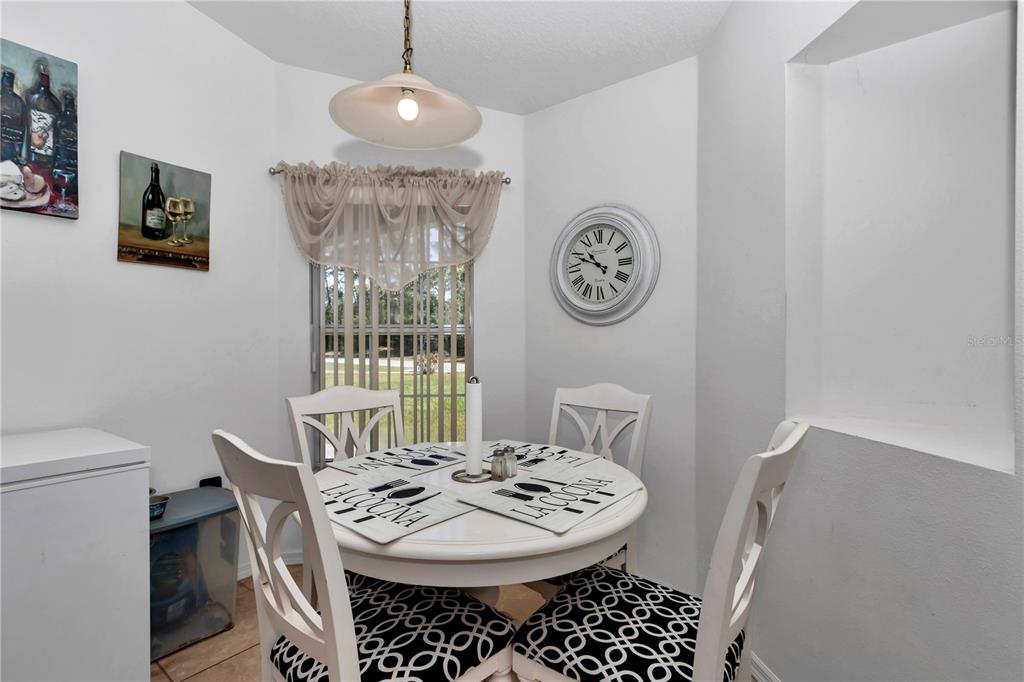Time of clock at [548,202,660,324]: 10:49
